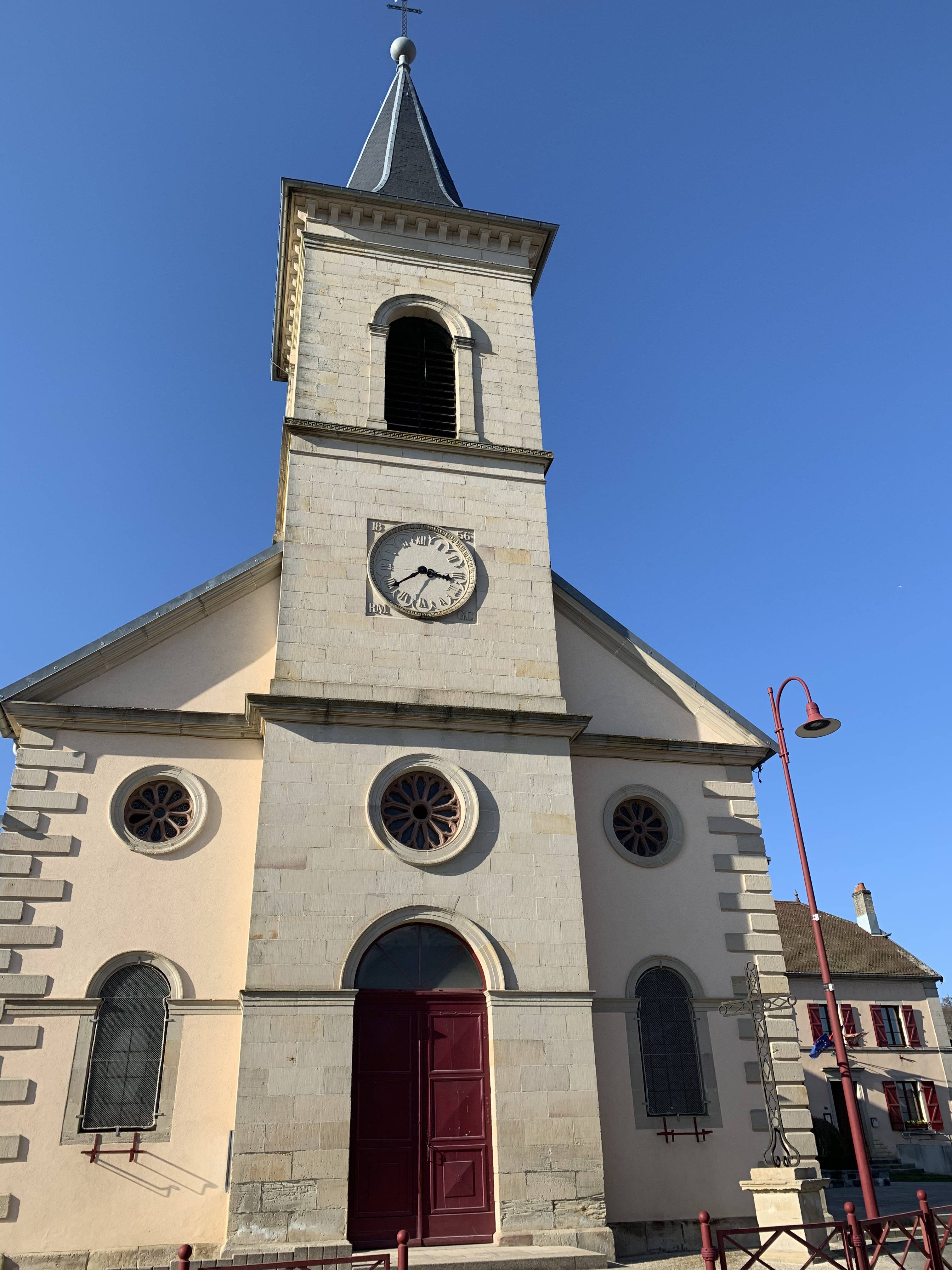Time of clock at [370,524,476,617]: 3:39
